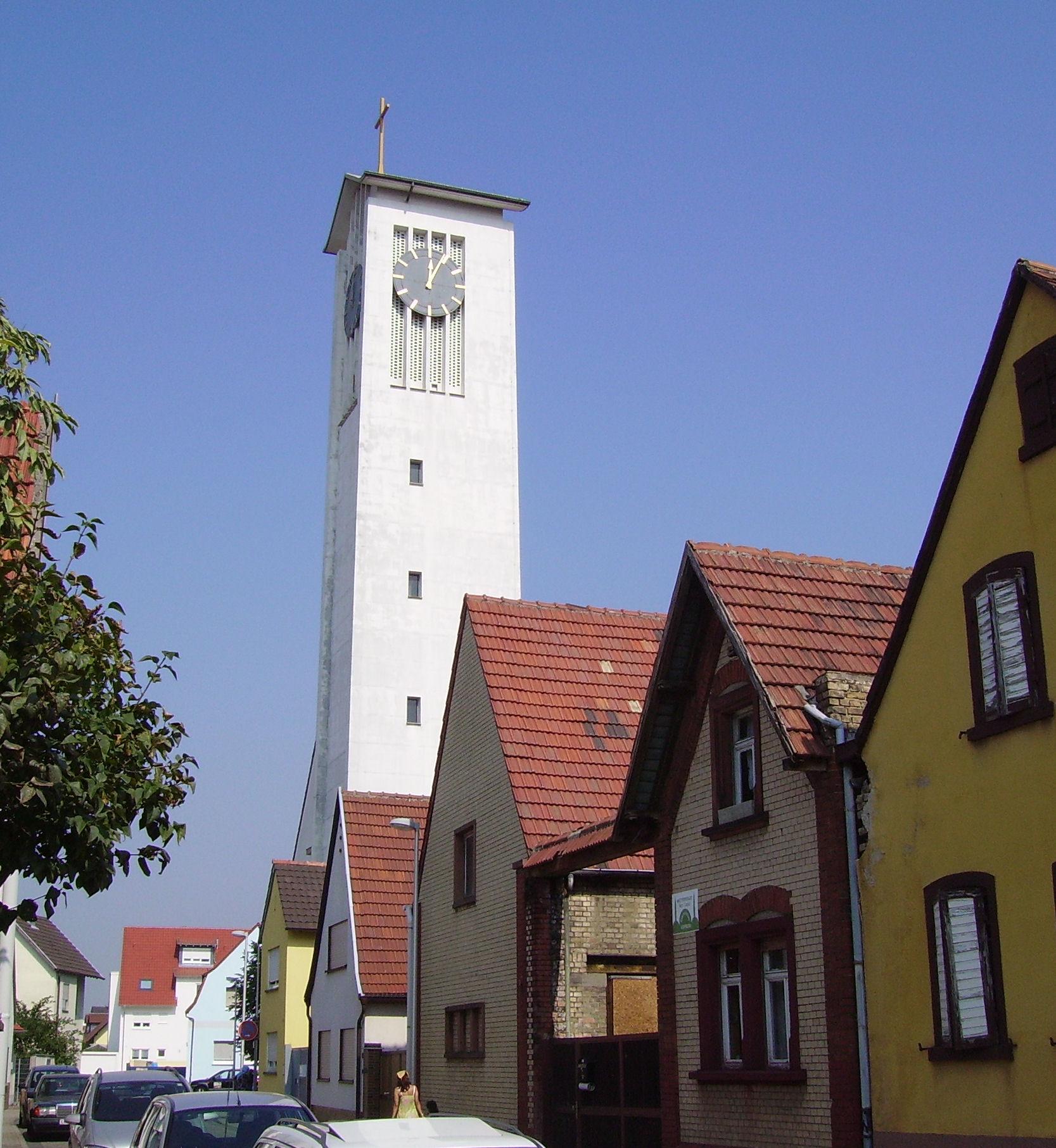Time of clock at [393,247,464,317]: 12:04
